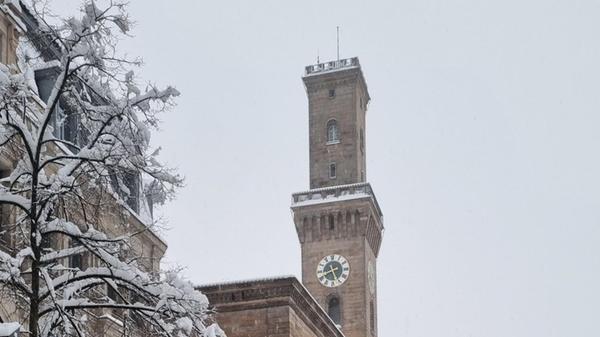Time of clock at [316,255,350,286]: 5:40
